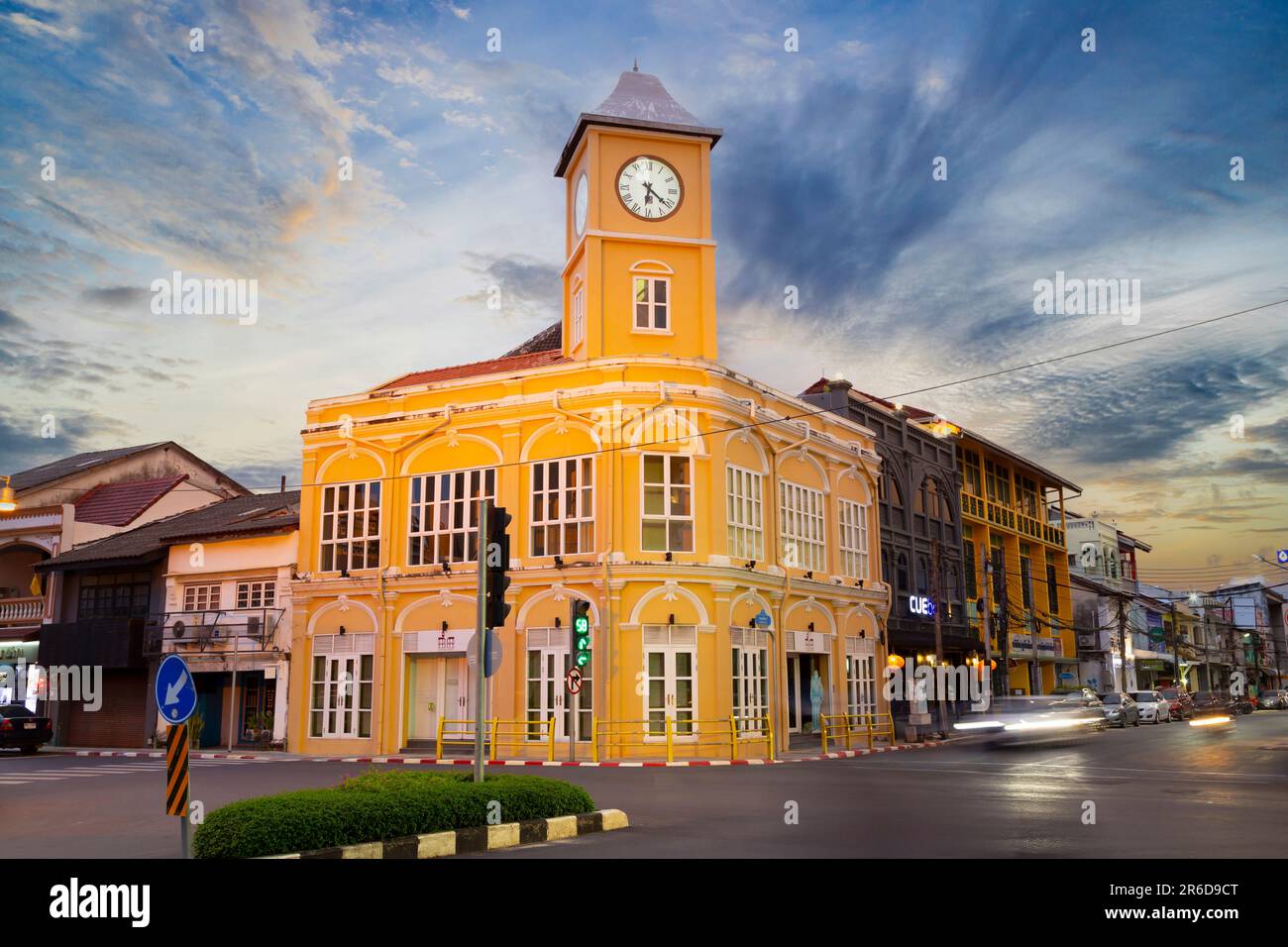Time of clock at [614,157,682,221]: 6:21
